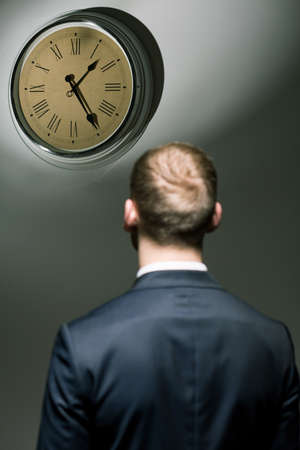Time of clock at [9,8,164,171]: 1:24
